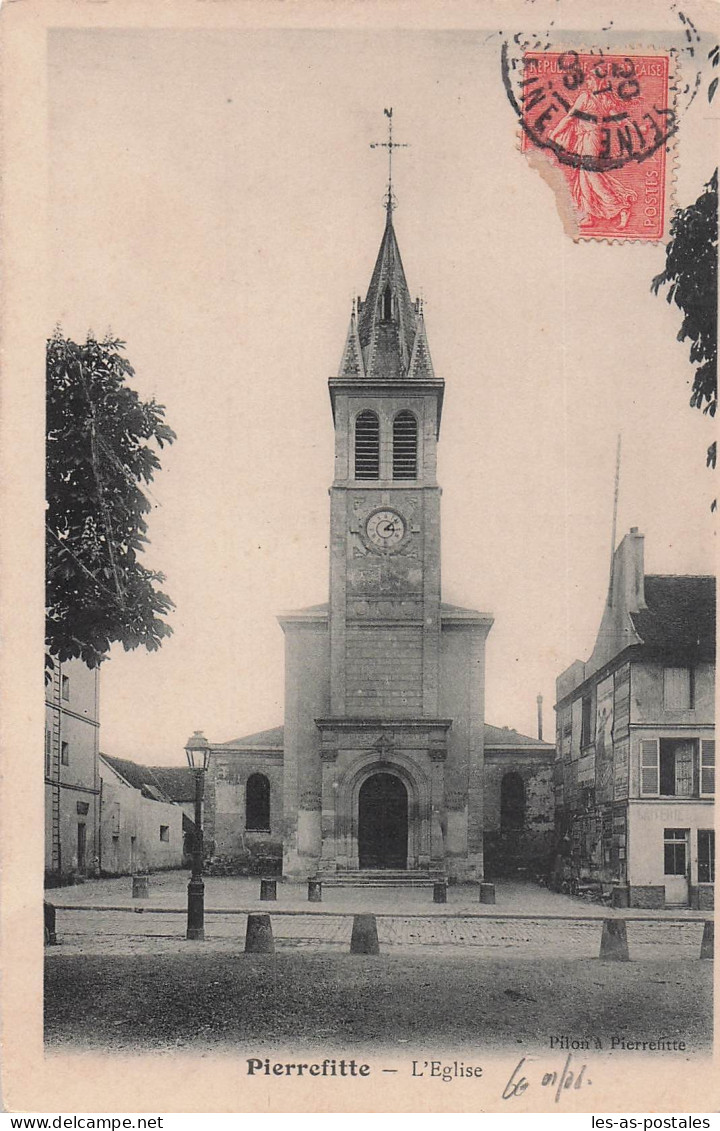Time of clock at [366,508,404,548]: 3:08
